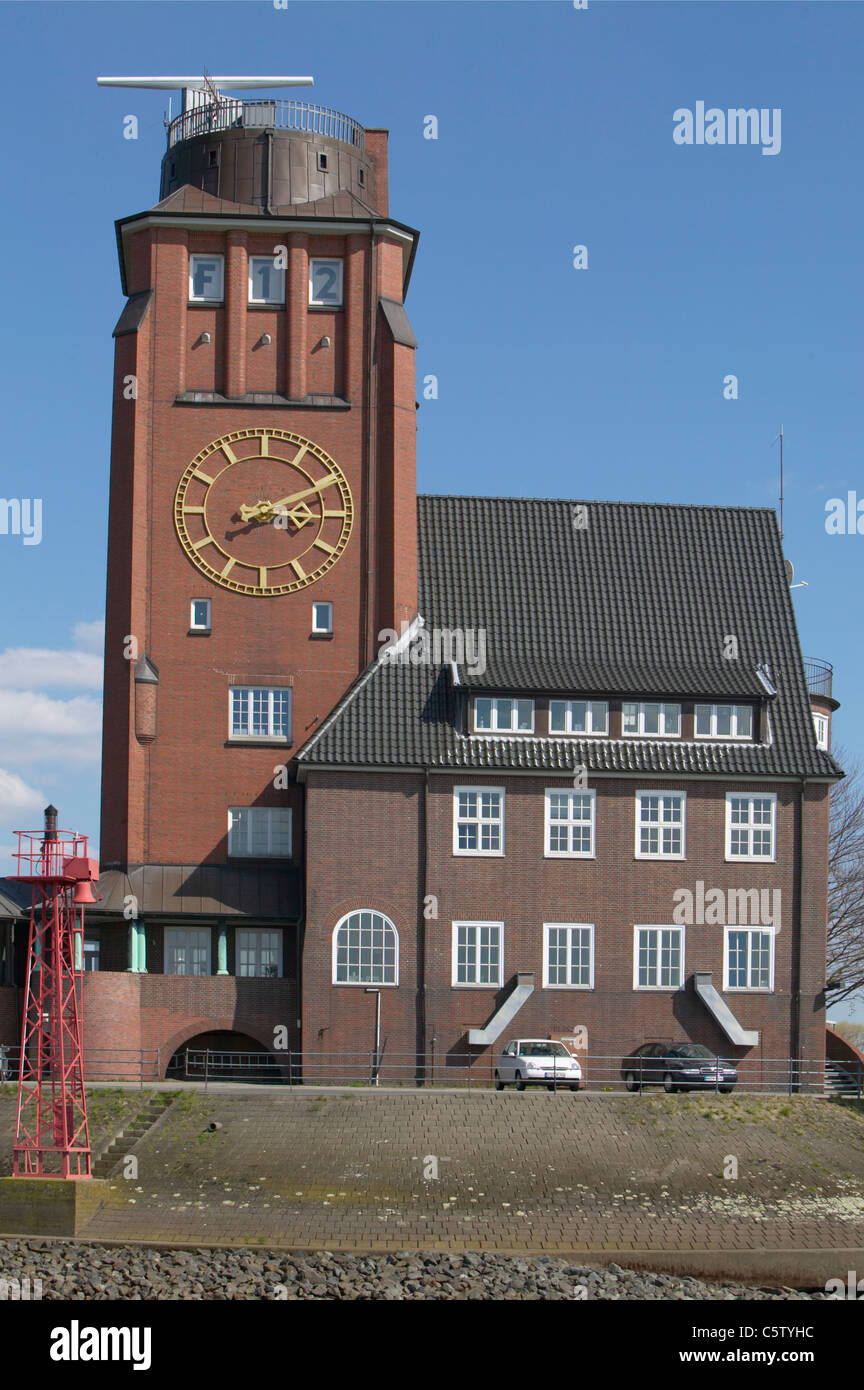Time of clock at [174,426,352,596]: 3:10
